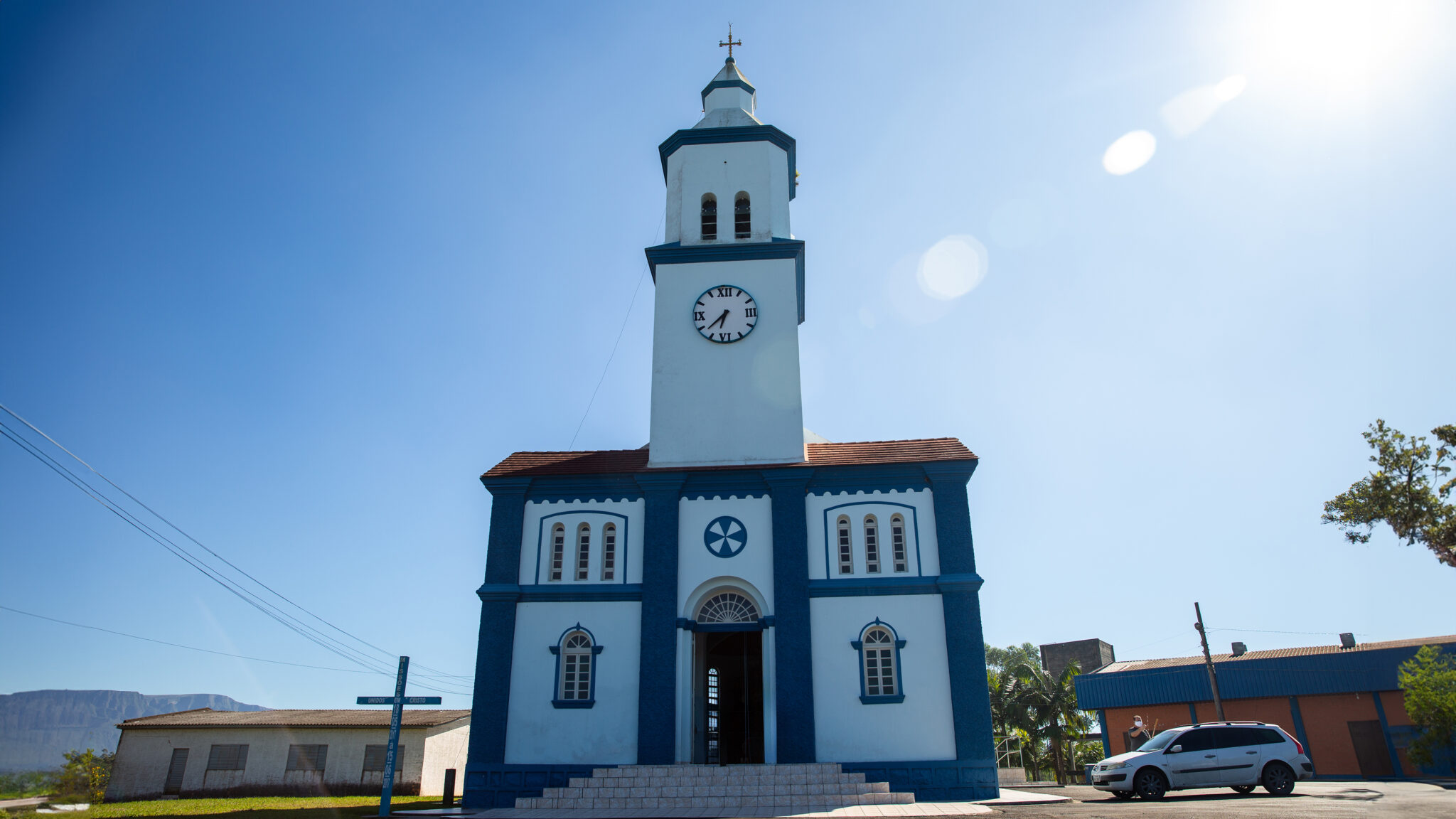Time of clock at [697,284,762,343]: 6:37
